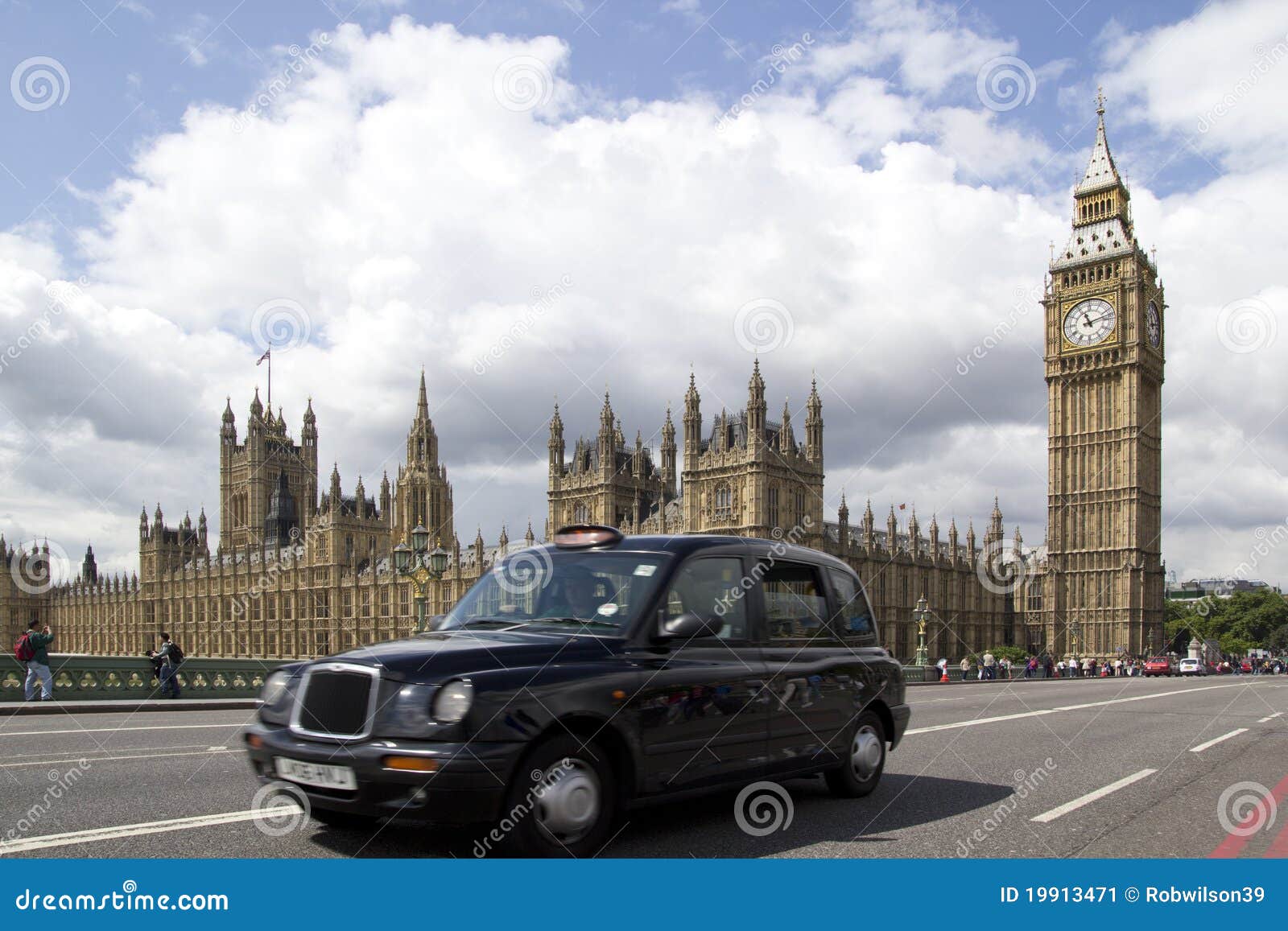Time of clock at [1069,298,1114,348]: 11:12
